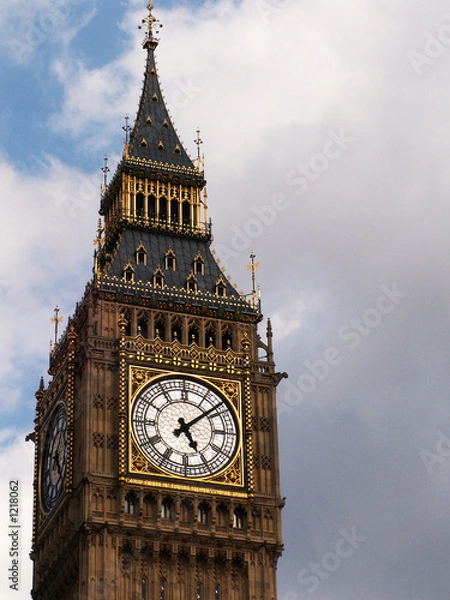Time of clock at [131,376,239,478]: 5:08
